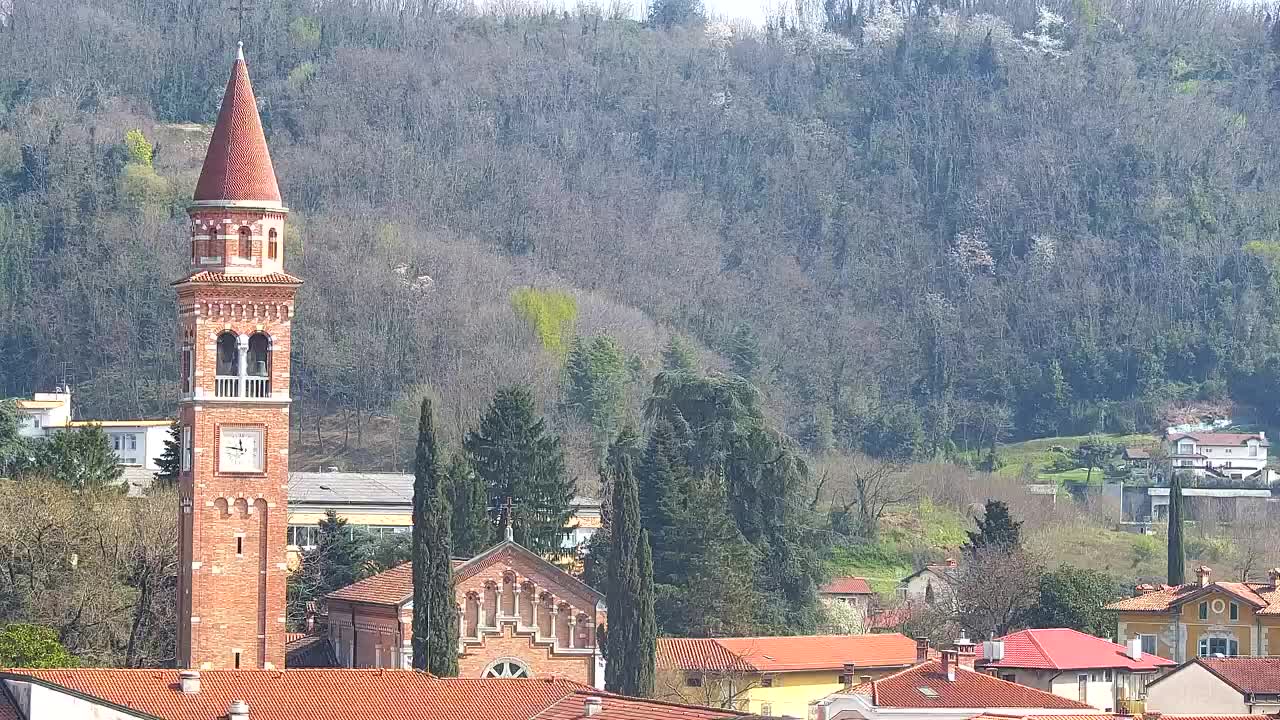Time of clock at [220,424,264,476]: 11:46
